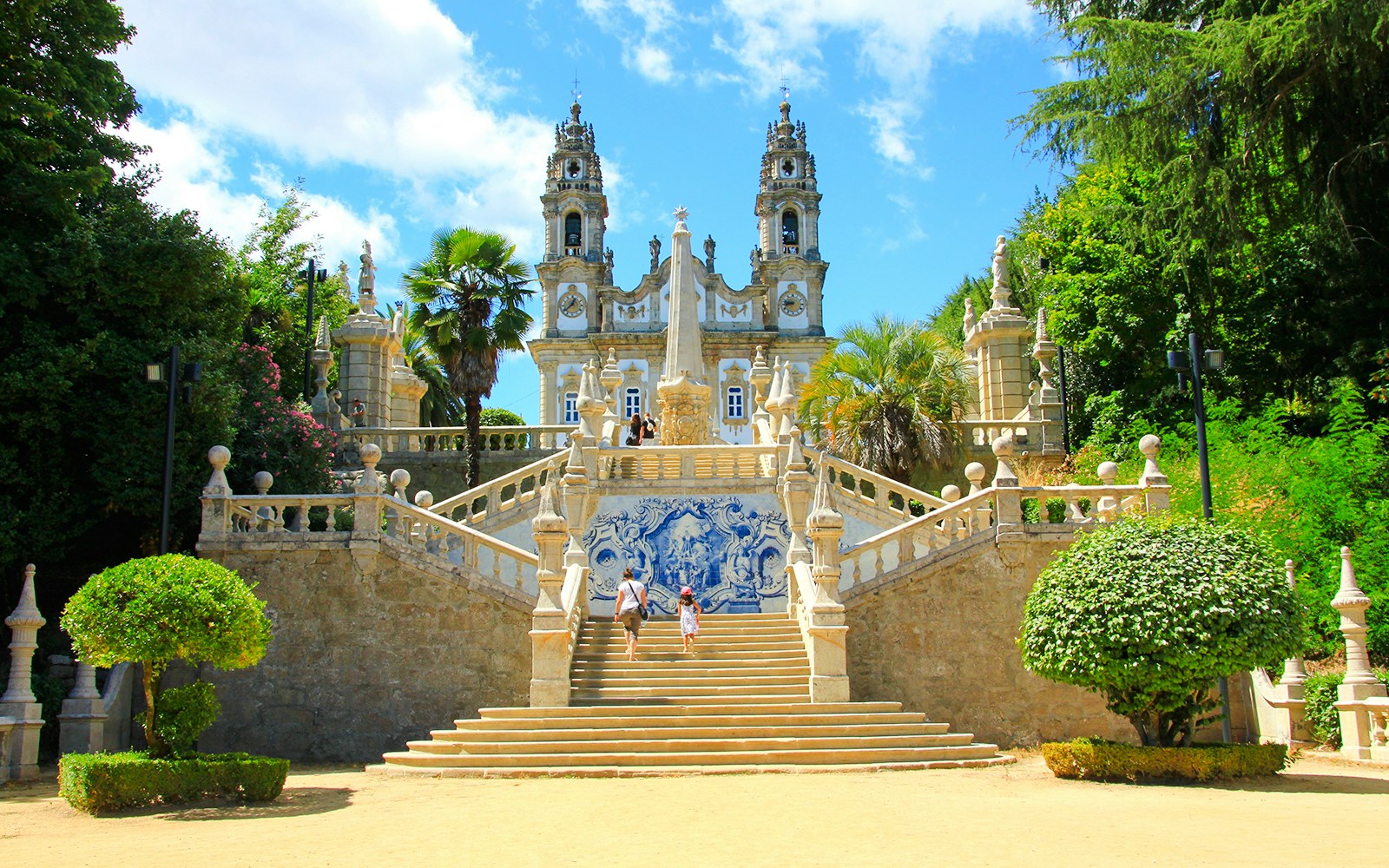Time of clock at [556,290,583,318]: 12:38
